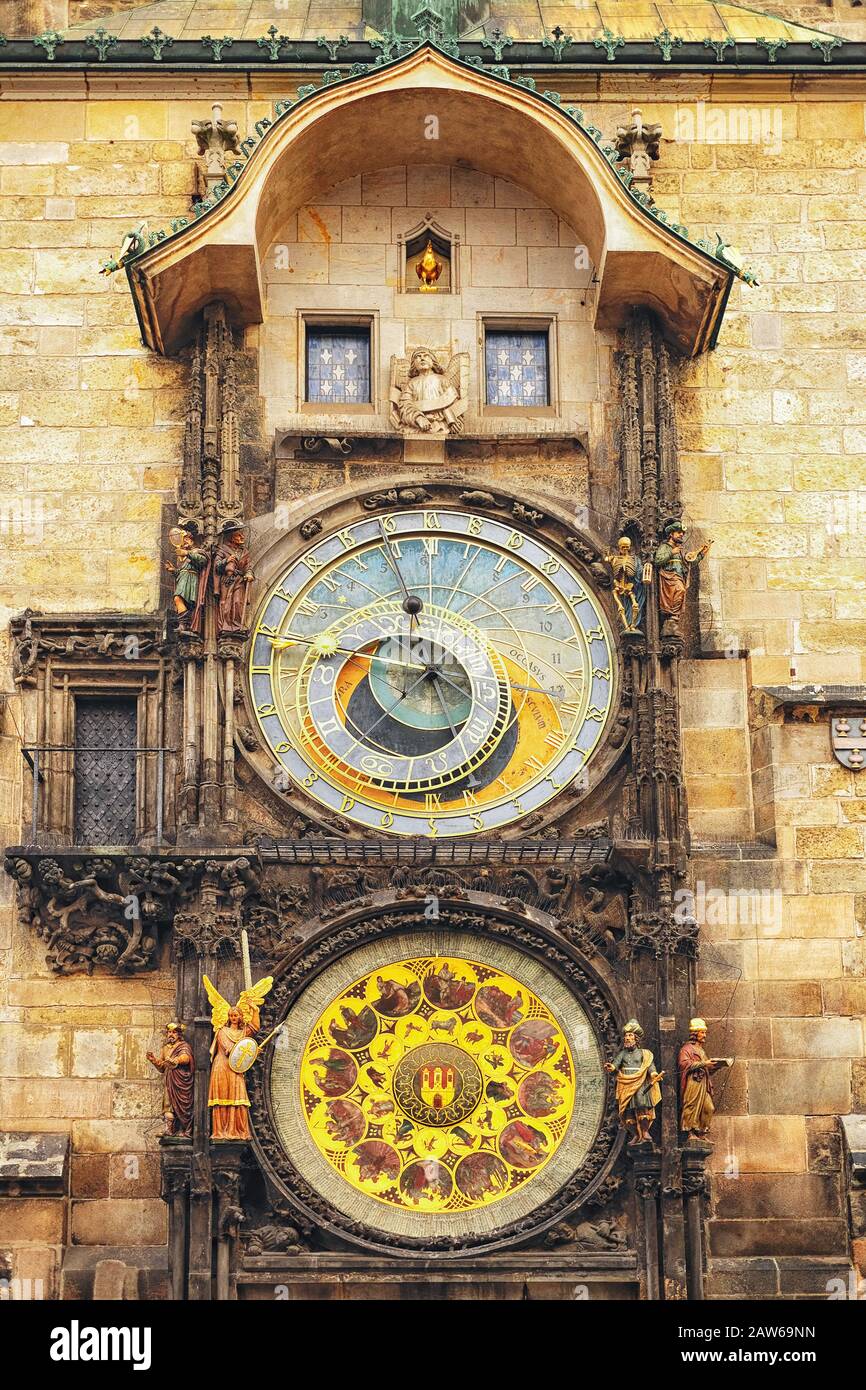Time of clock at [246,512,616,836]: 8:56
